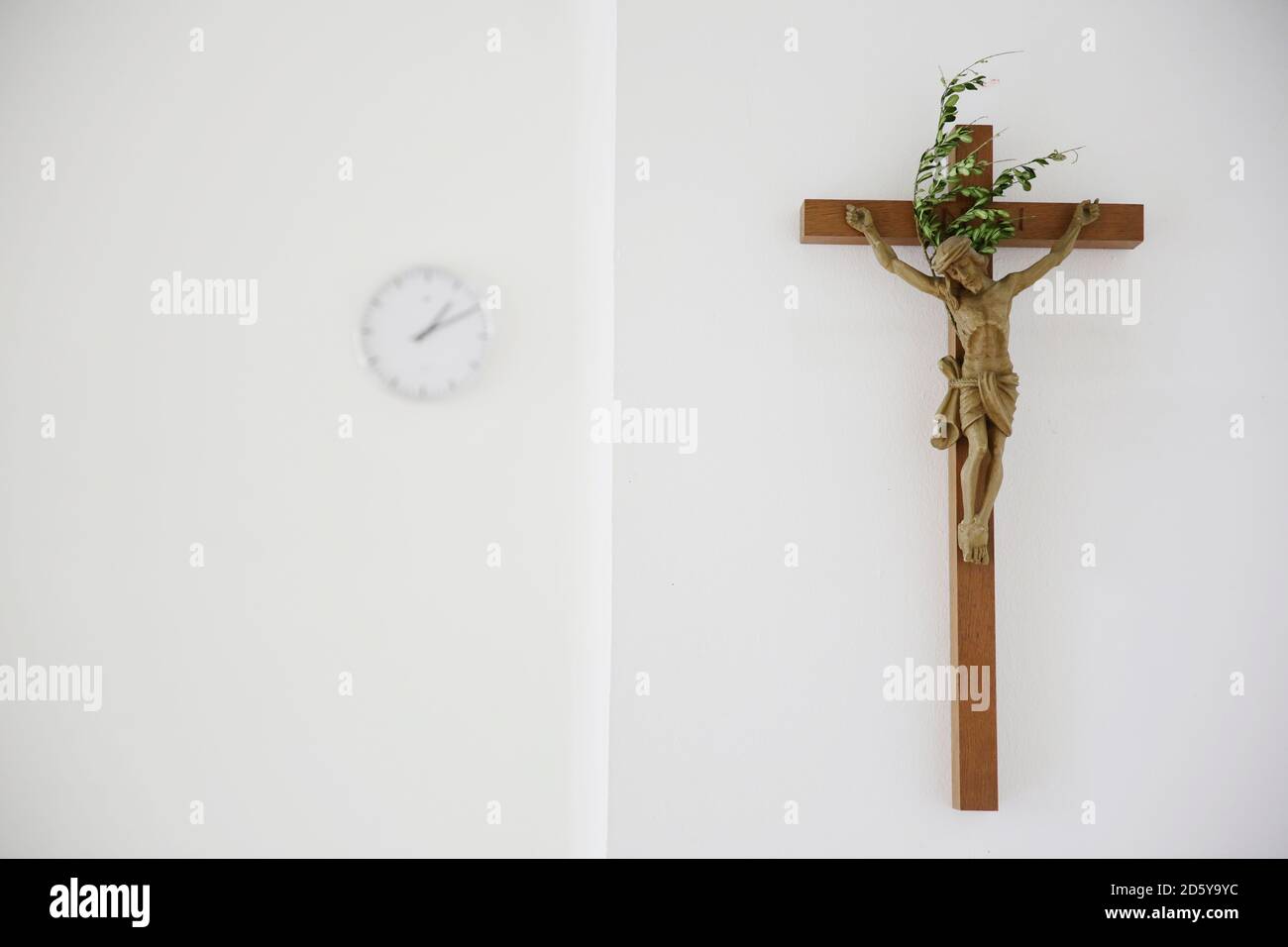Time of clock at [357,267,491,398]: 1:10
